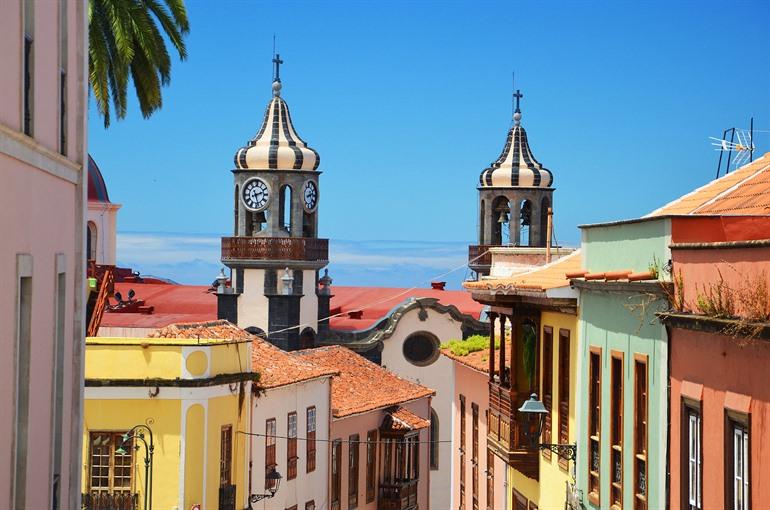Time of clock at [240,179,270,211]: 2:27
